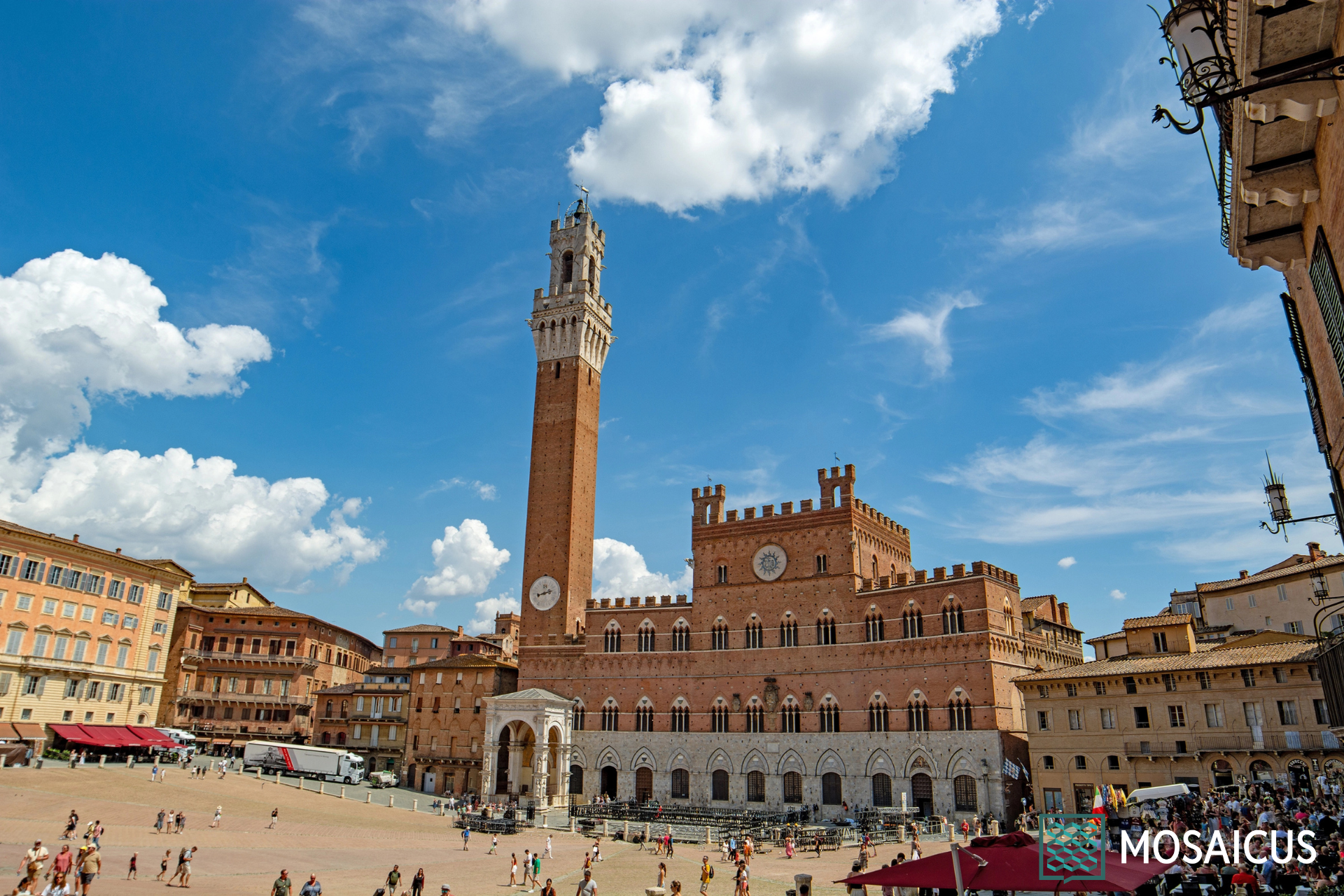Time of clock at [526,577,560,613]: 8:12
